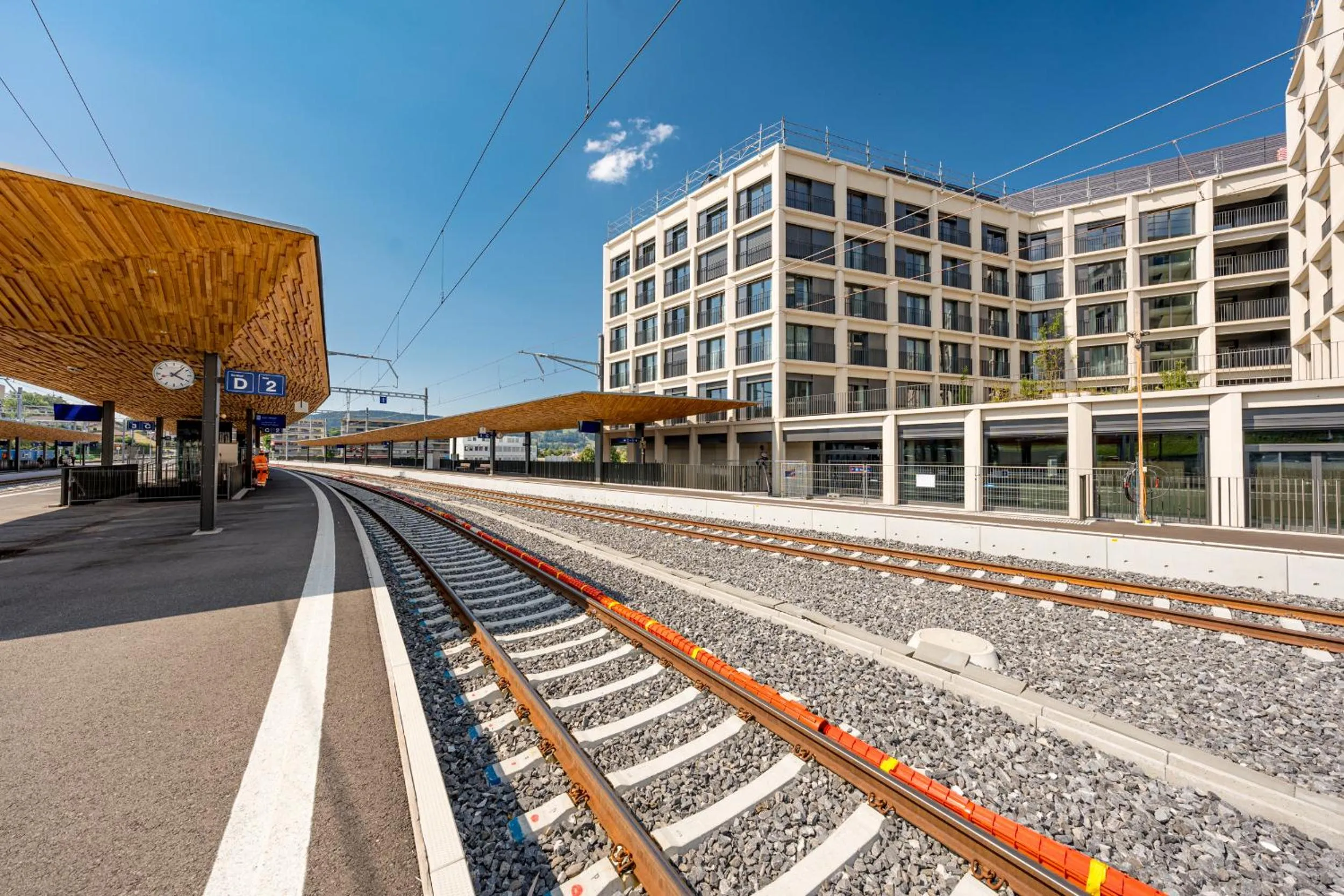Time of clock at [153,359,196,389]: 4:07
